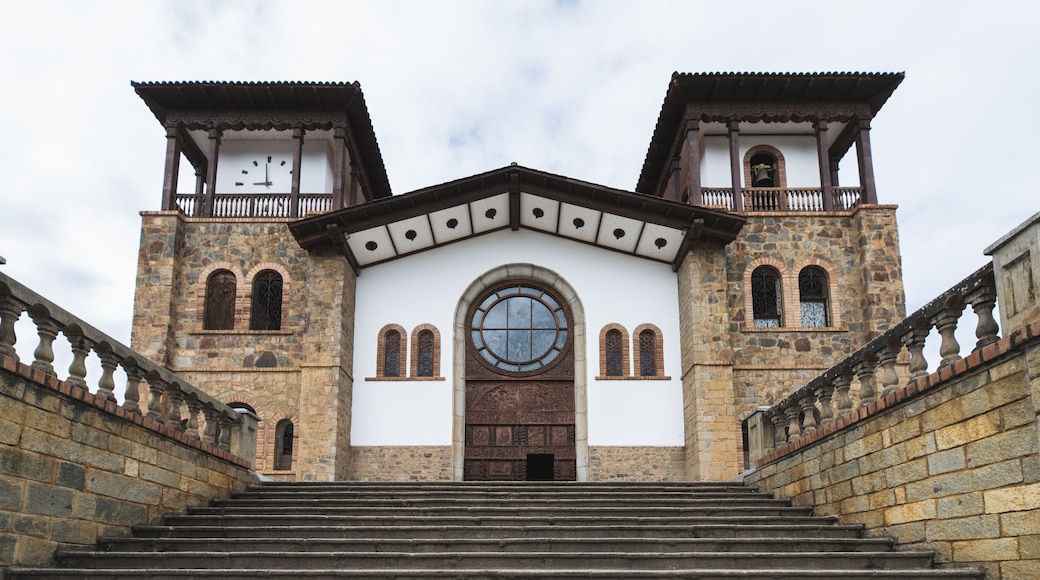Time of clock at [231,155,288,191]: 8:59
